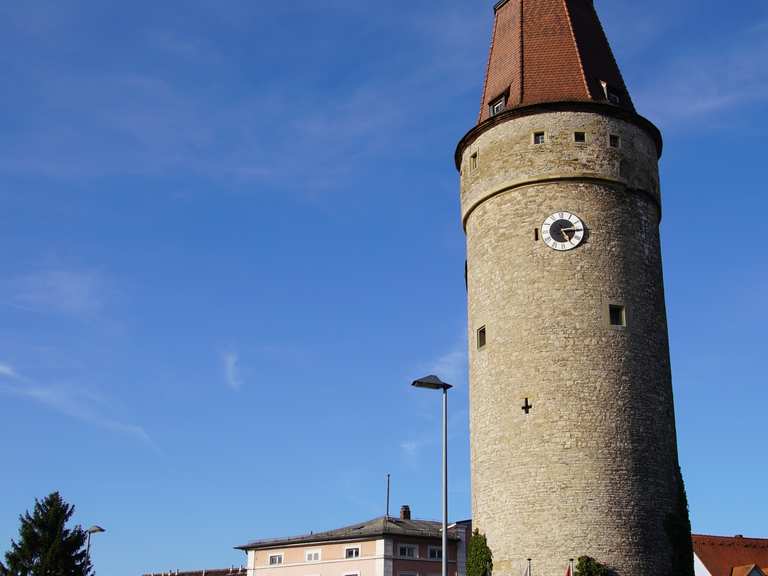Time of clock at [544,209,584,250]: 5:14
